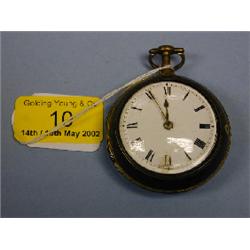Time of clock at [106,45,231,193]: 11:55
